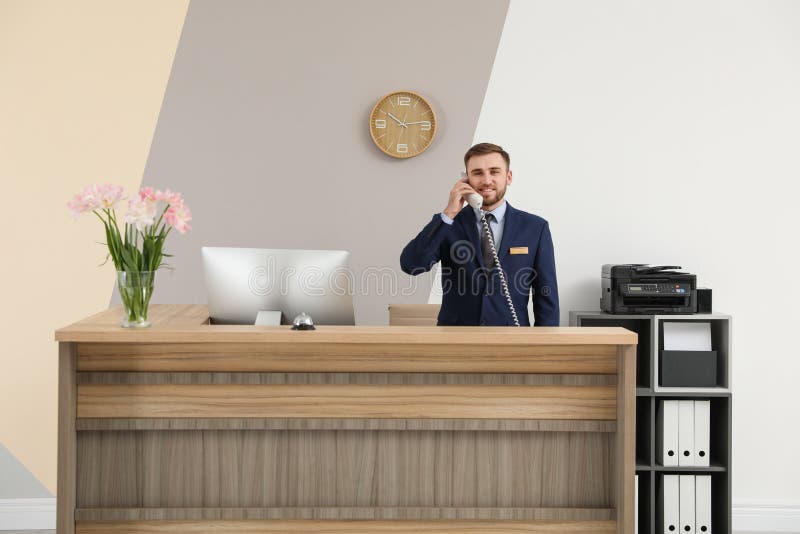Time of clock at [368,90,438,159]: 10:13
